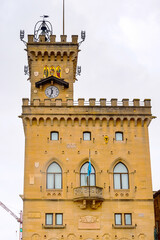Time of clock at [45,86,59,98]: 11:33
